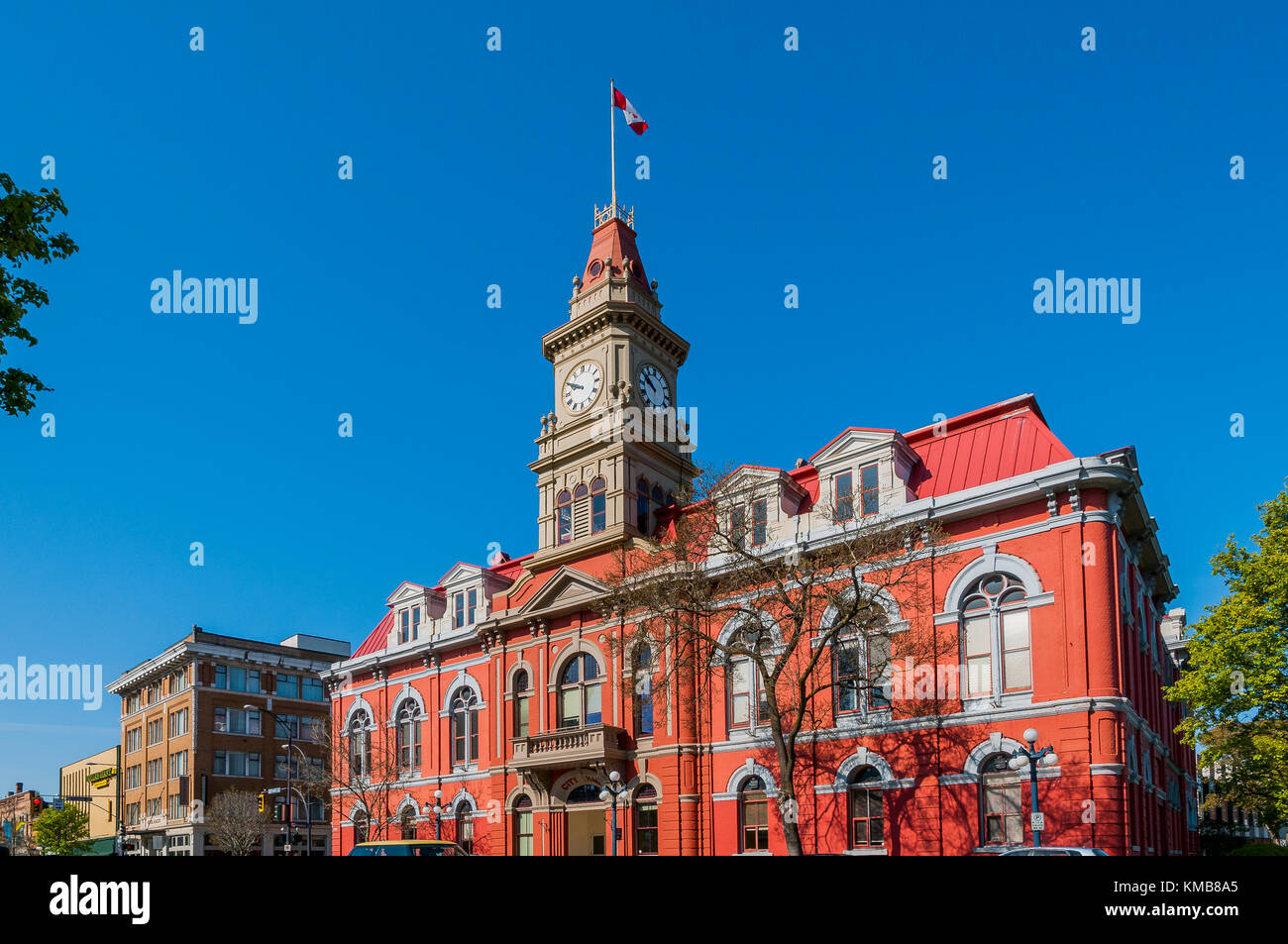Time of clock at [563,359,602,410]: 9:50
